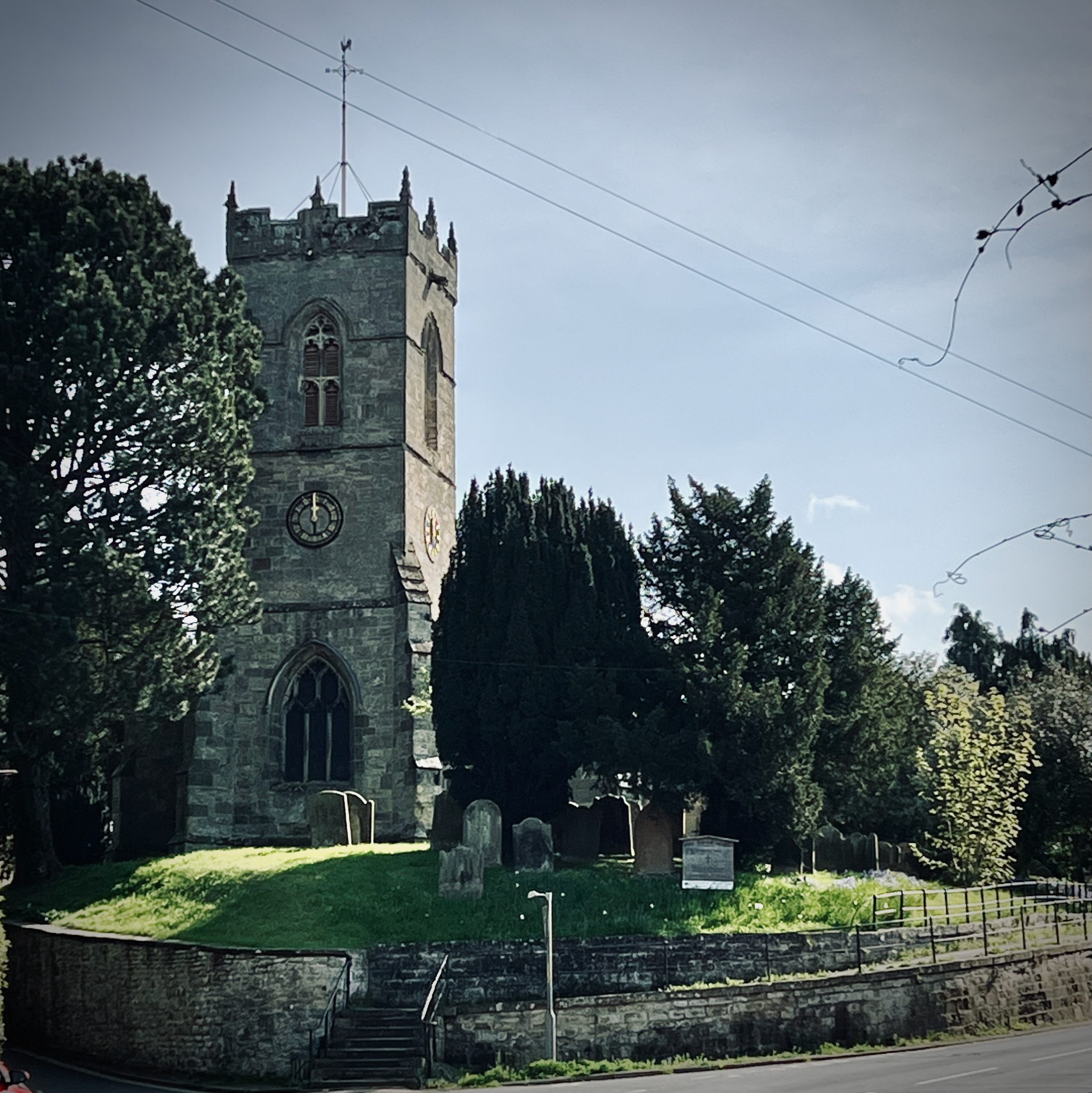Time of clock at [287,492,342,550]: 11:59
